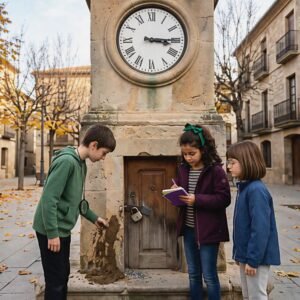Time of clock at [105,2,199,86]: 3:14
